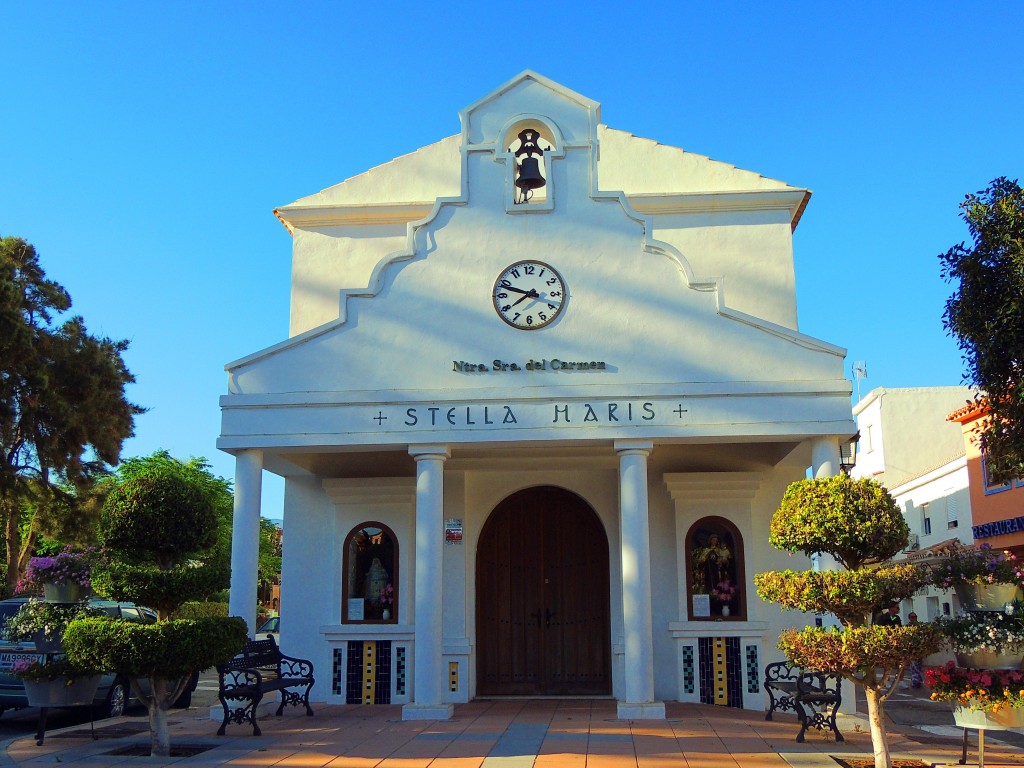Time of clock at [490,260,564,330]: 7:48
